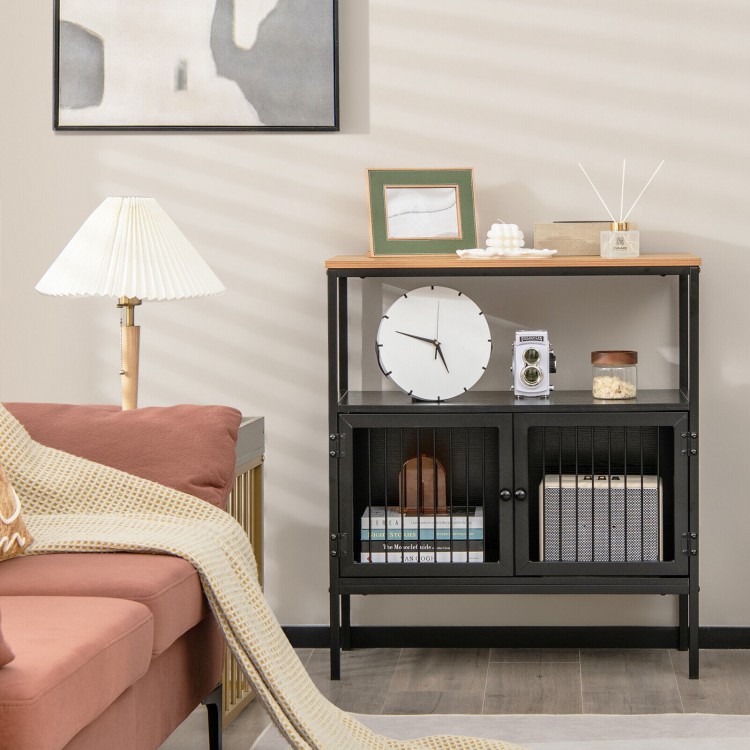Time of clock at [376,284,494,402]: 9:26
